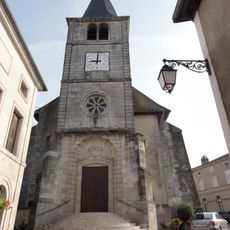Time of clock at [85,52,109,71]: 9:00
